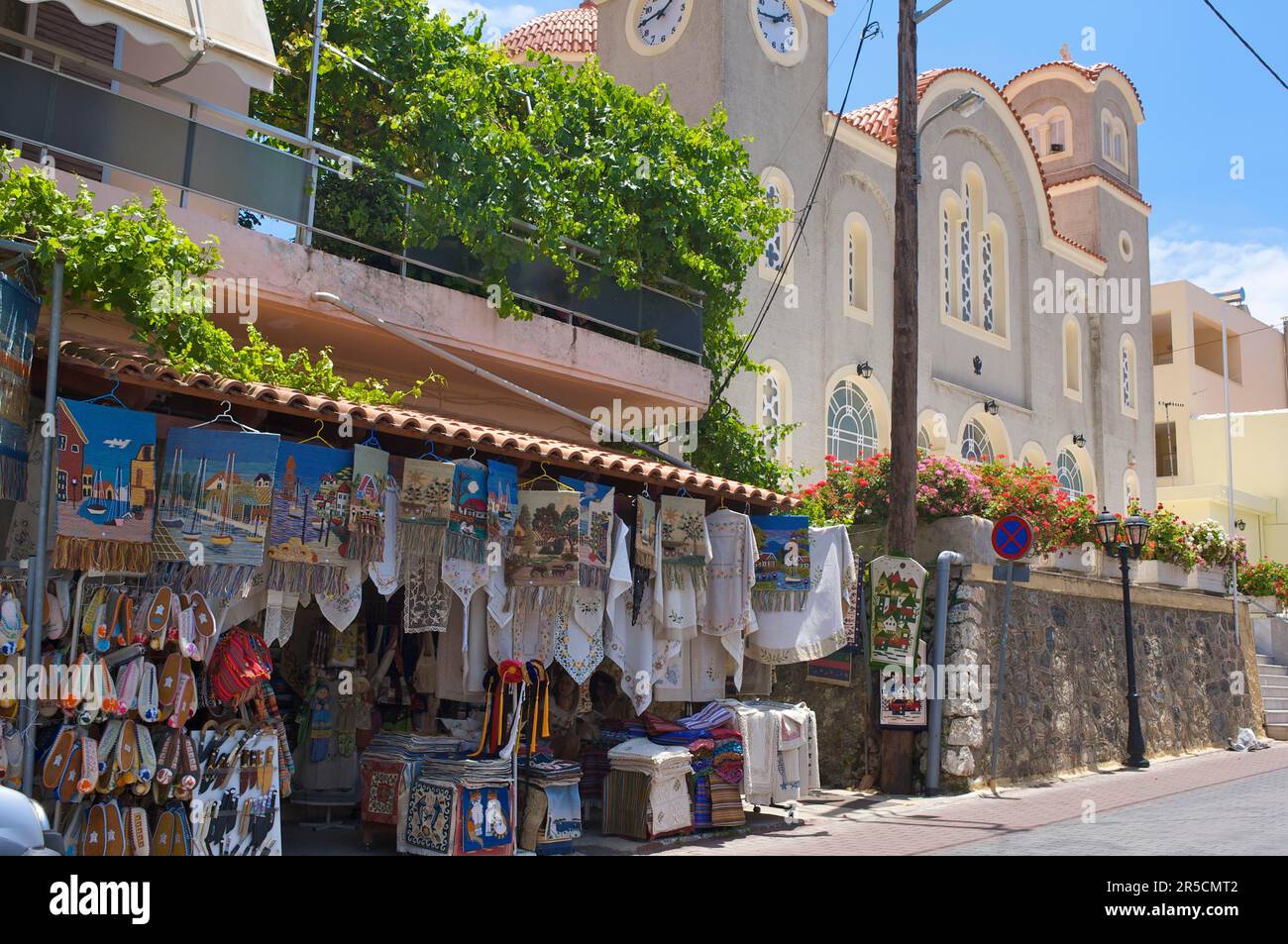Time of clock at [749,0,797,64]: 1:44
